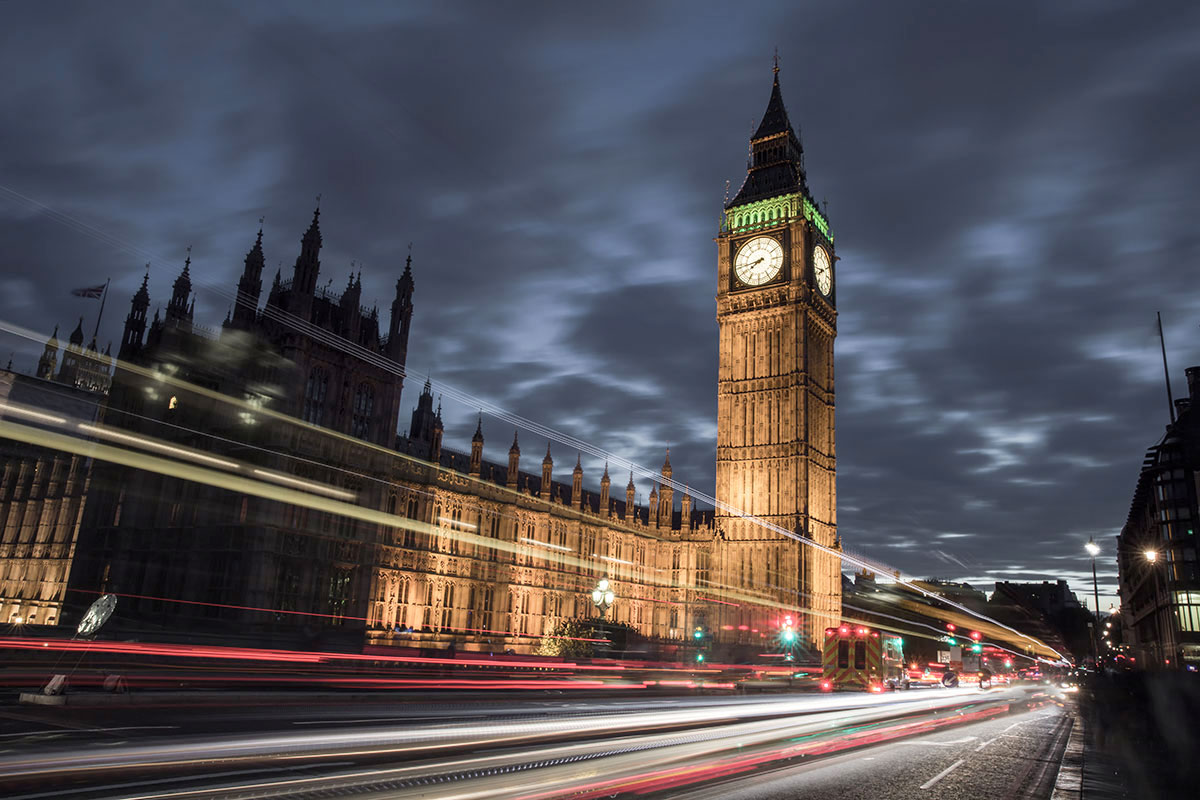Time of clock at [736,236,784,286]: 7:43
